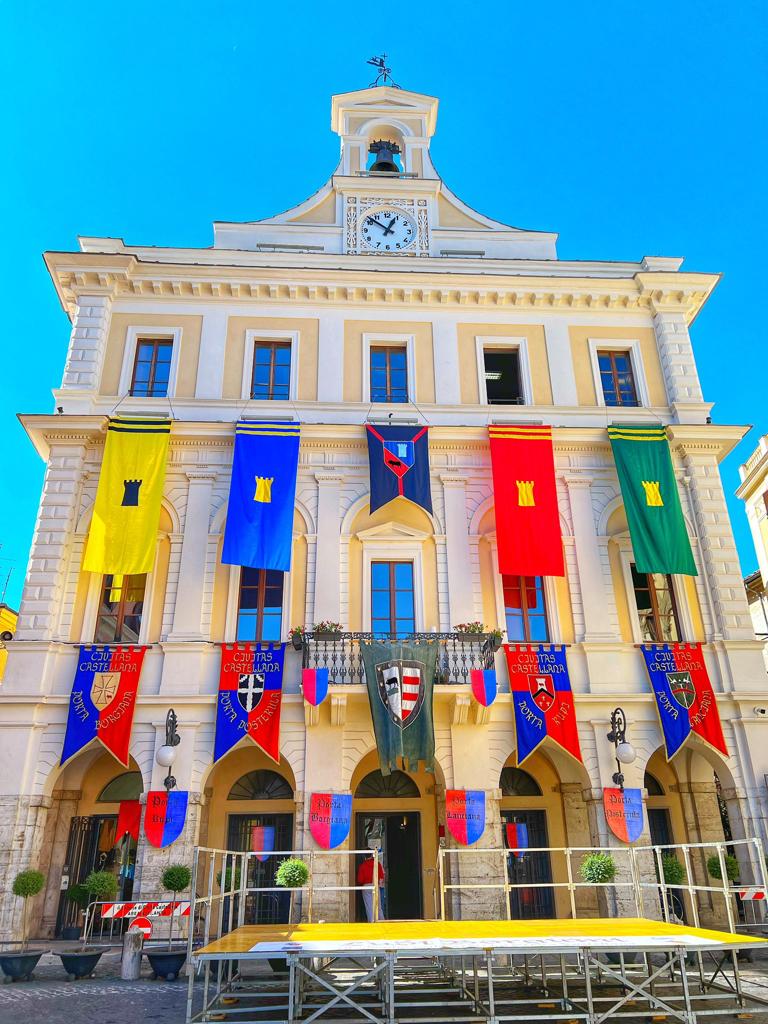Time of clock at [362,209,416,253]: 12:51
